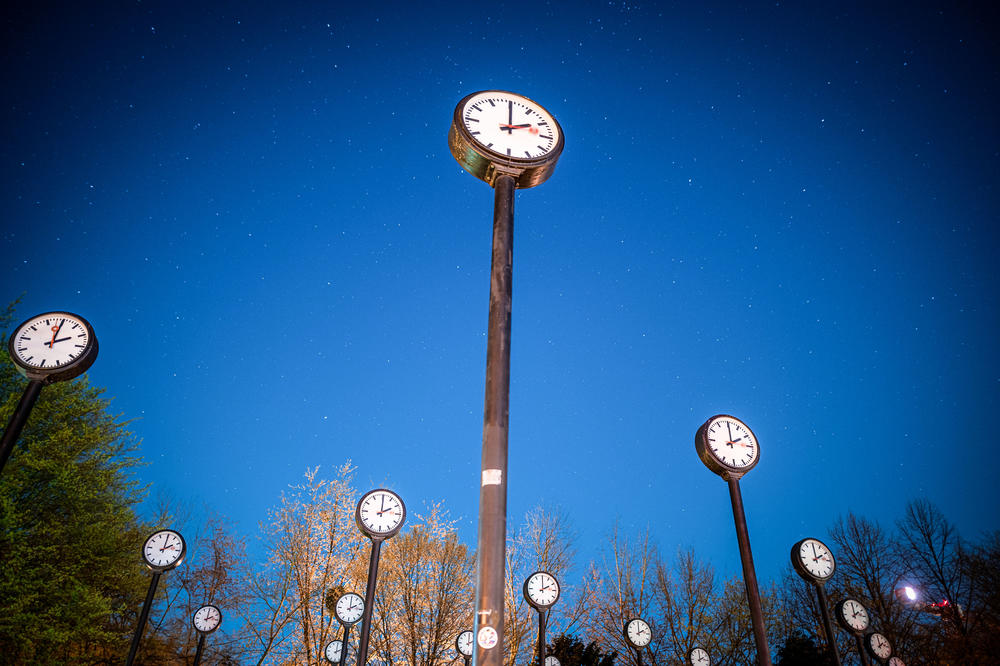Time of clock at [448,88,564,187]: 2:00
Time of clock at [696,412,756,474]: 2:00
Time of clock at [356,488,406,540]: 2:00
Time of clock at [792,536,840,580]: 2:00
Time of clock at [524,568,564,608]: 2:00
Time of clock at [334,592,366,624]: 2:00
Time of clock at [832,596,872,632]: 2:00
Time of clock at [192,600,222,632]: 2:00
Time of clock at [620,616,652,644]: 2:00
